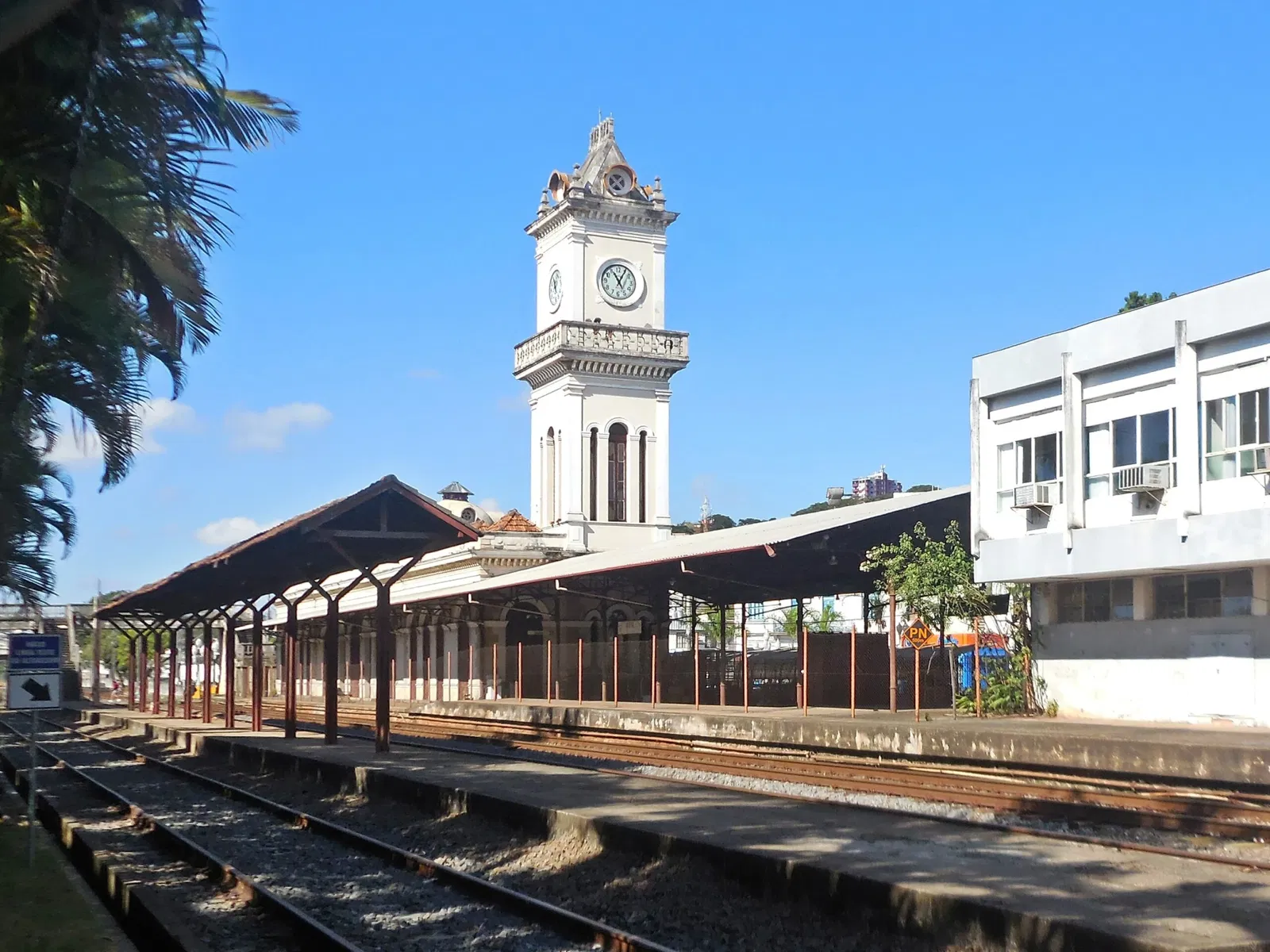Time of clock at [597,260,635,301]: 11:05
